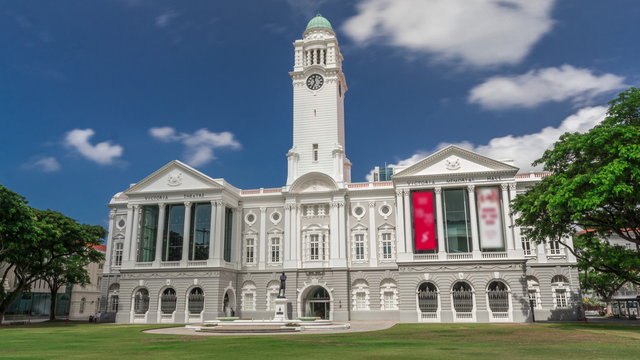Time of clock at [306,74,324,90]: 11:35
